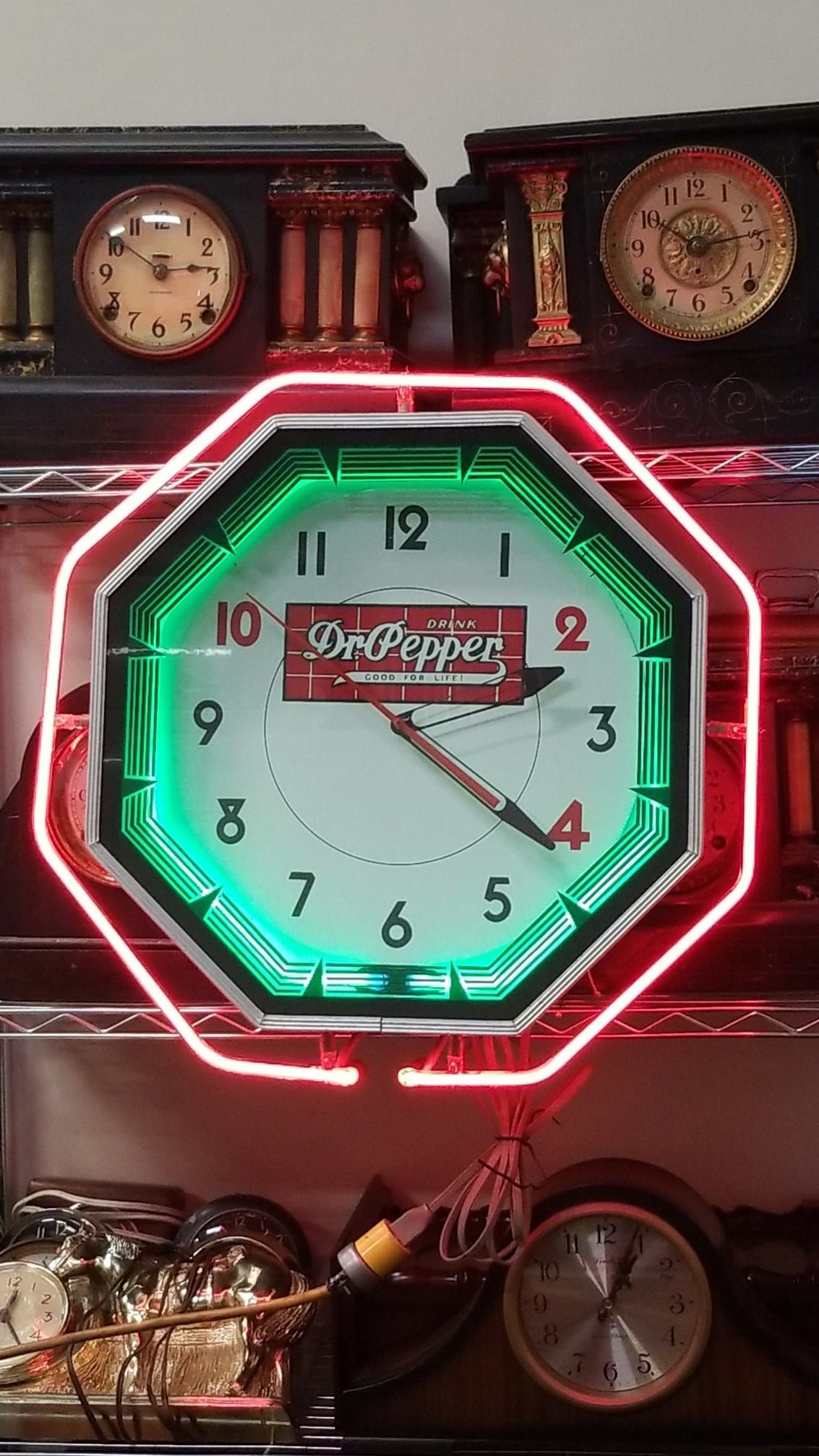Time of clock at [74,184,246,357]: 2:50
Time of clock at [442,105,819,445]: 10:13
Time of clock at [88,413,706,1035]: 2:21
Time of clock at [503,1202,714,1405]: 1:04
